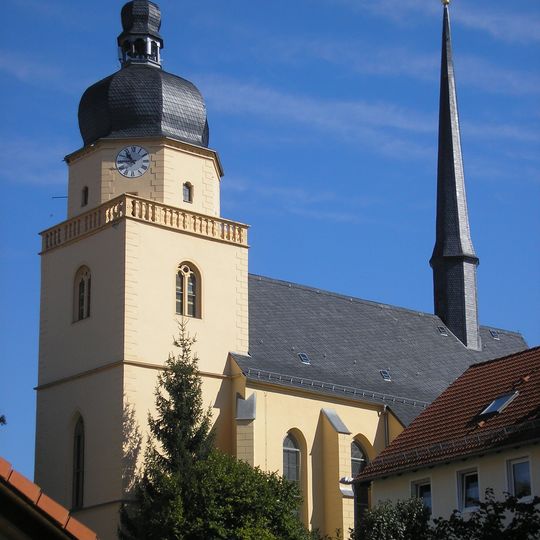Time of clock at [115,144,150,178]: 10:45
